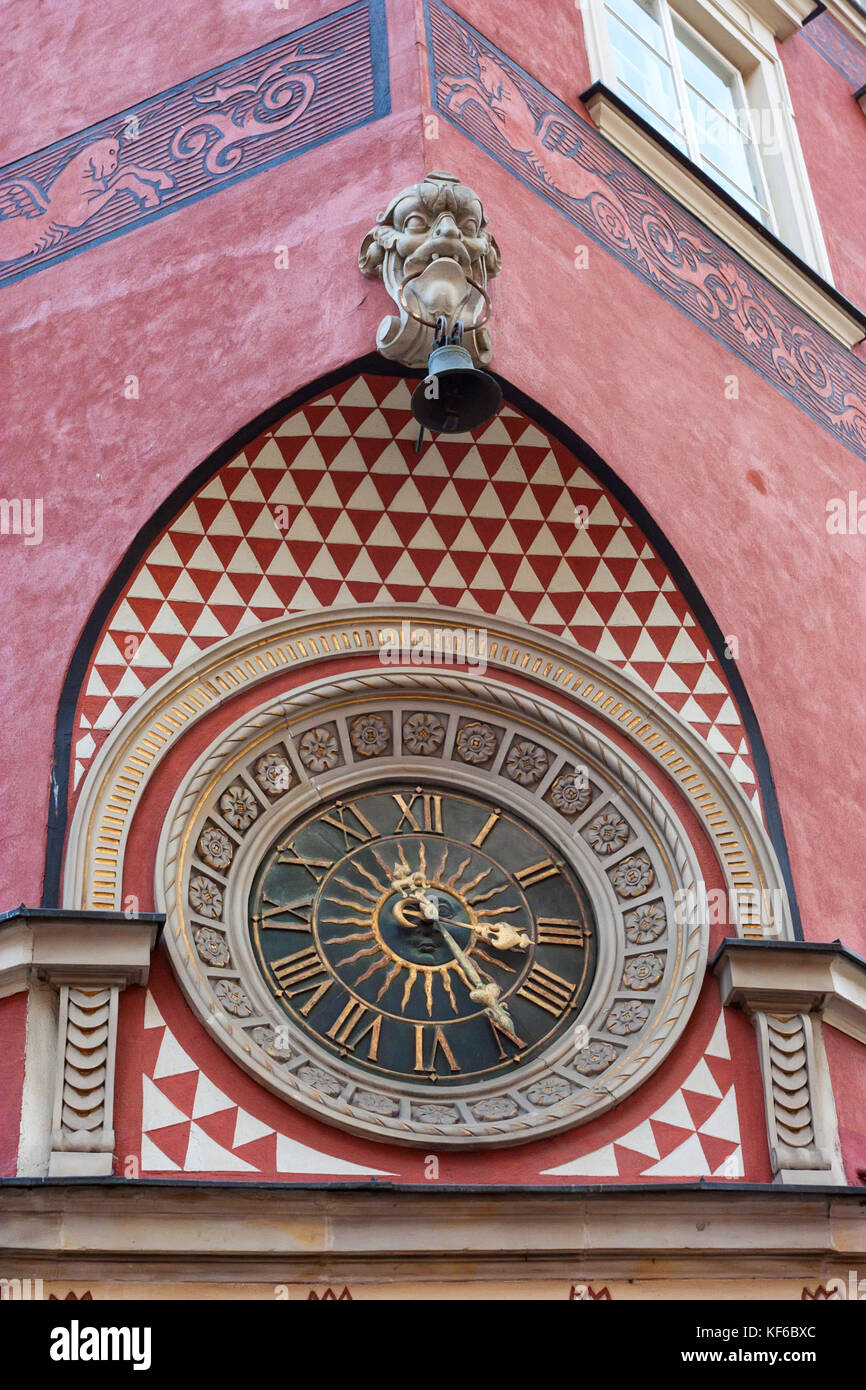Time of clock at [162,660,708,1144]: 3:24
